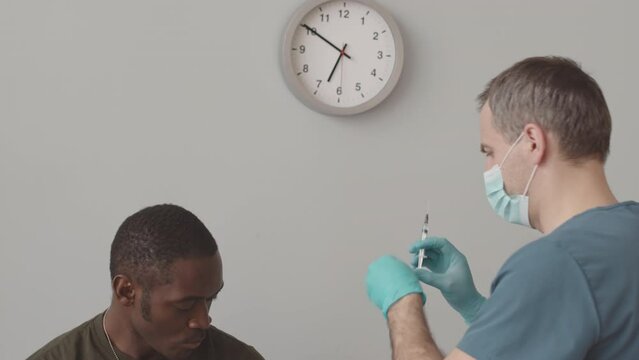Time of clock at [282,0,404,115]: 6:50
